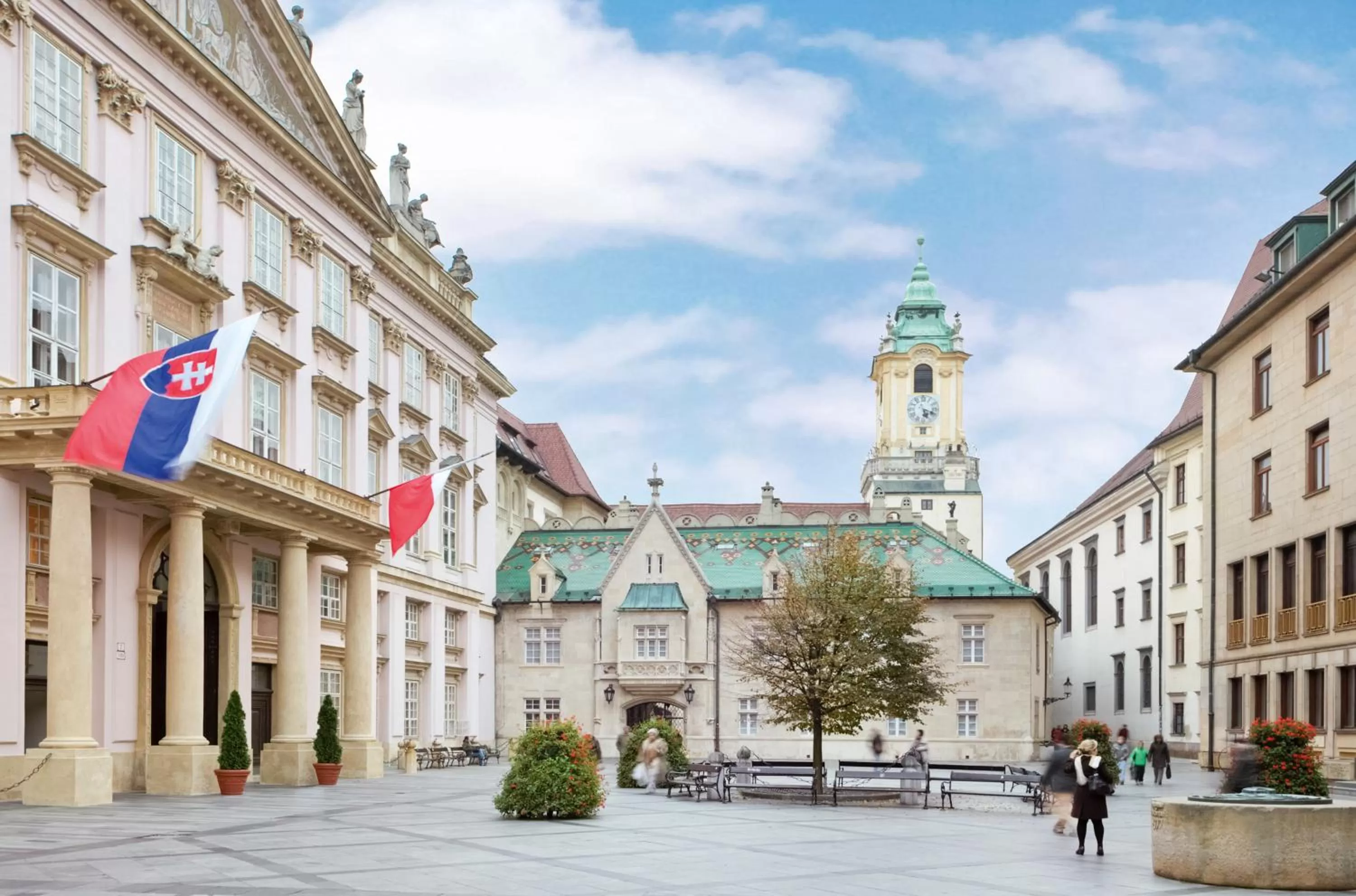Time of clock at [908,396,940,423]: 5:18
